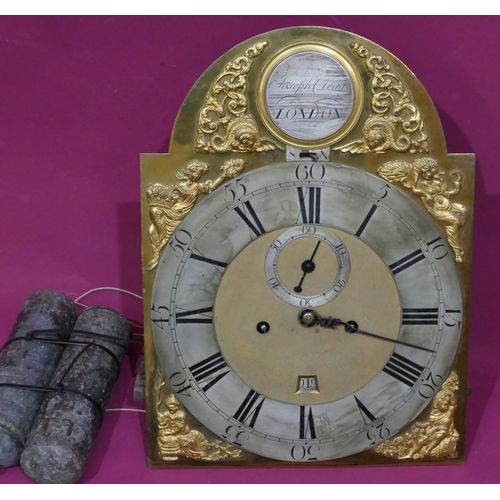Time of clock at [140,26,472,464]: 12:17
